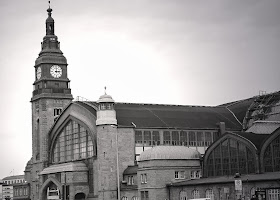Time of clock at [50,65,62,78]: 3:01
